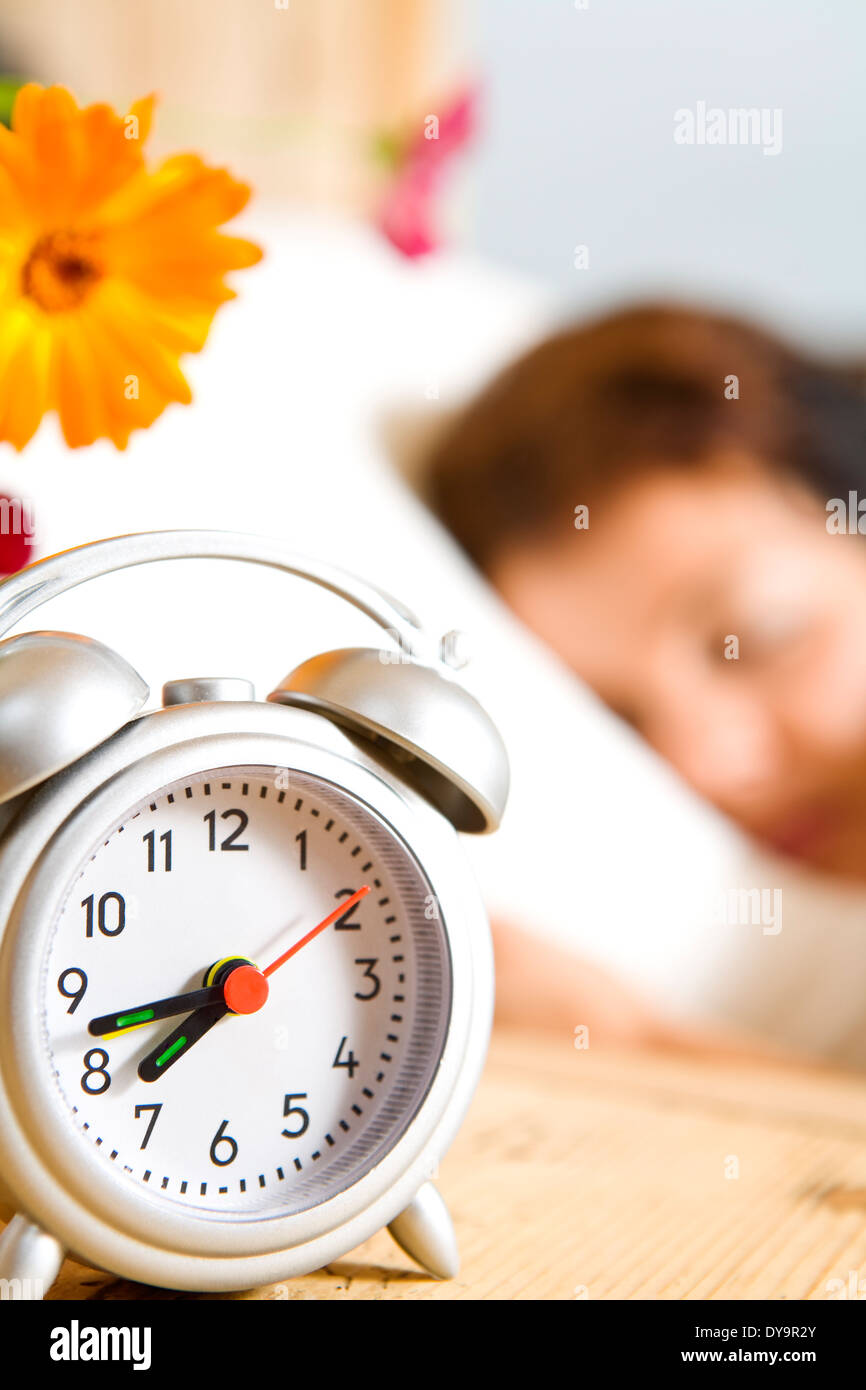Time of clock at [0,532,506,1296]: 7:42
